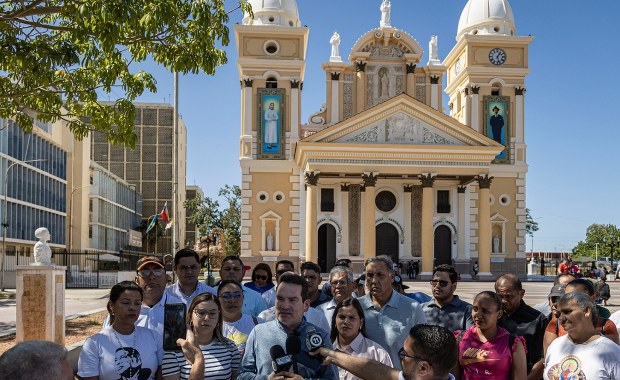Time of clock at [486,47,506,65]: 1:27
